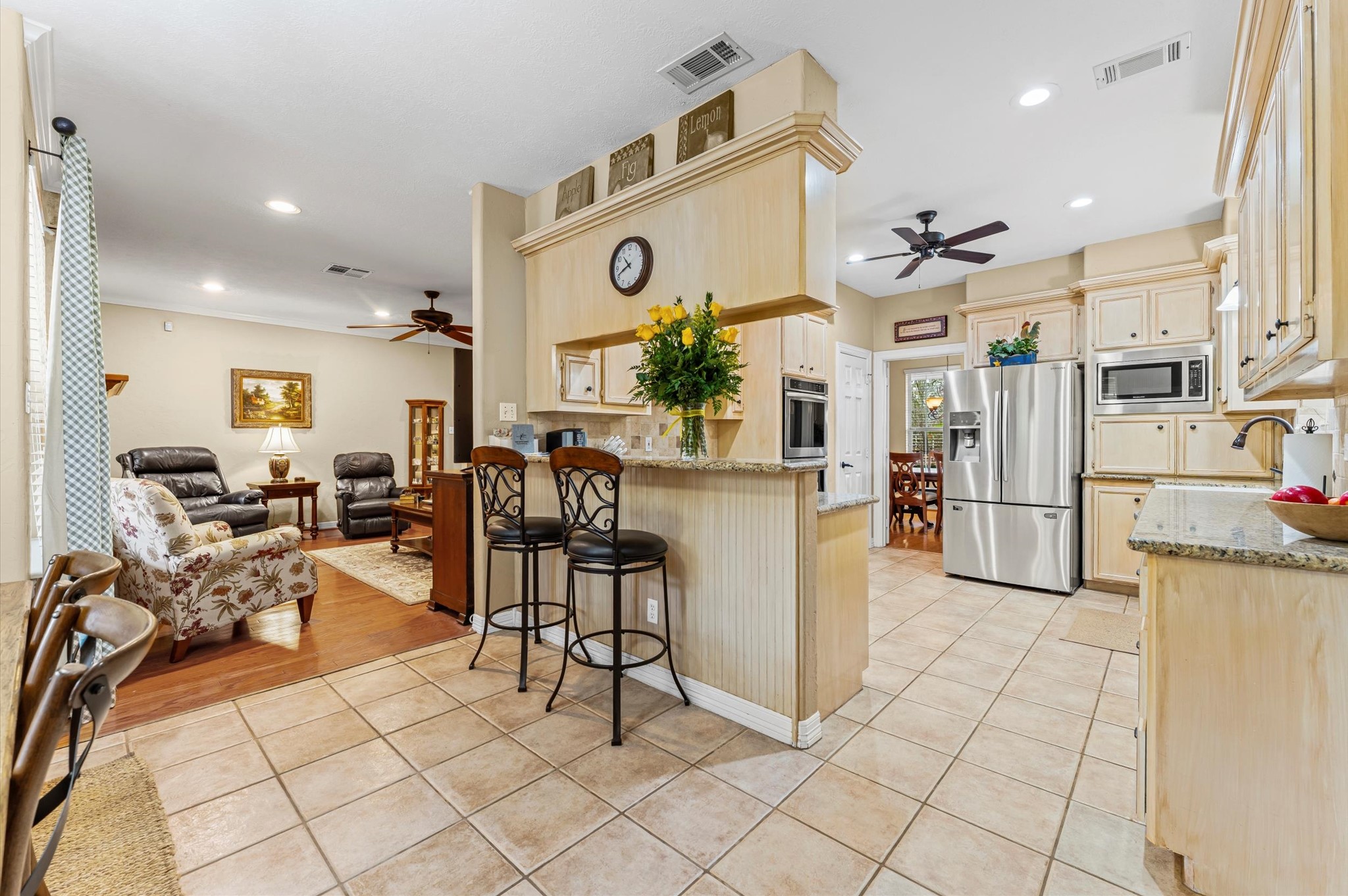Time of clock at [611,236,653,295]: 10:41
